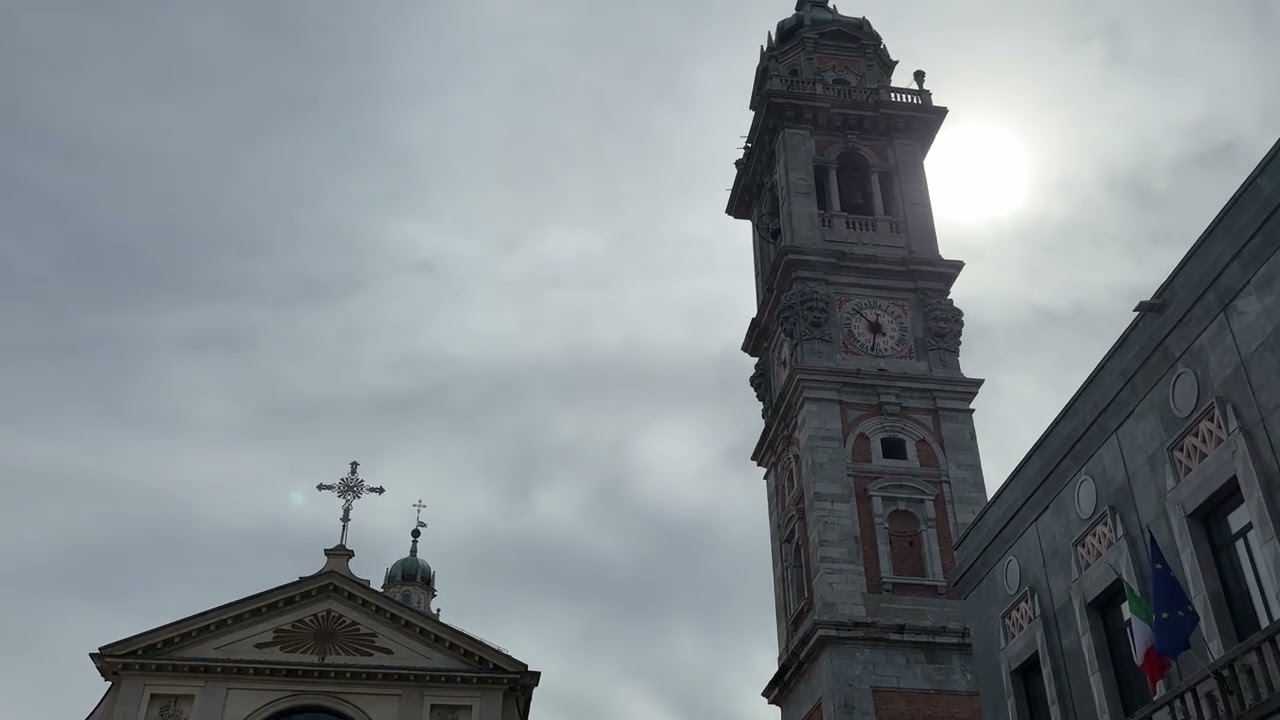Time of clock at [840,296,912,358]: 10:32
